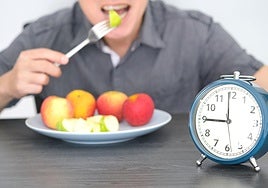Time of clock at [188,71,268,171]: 8:59
